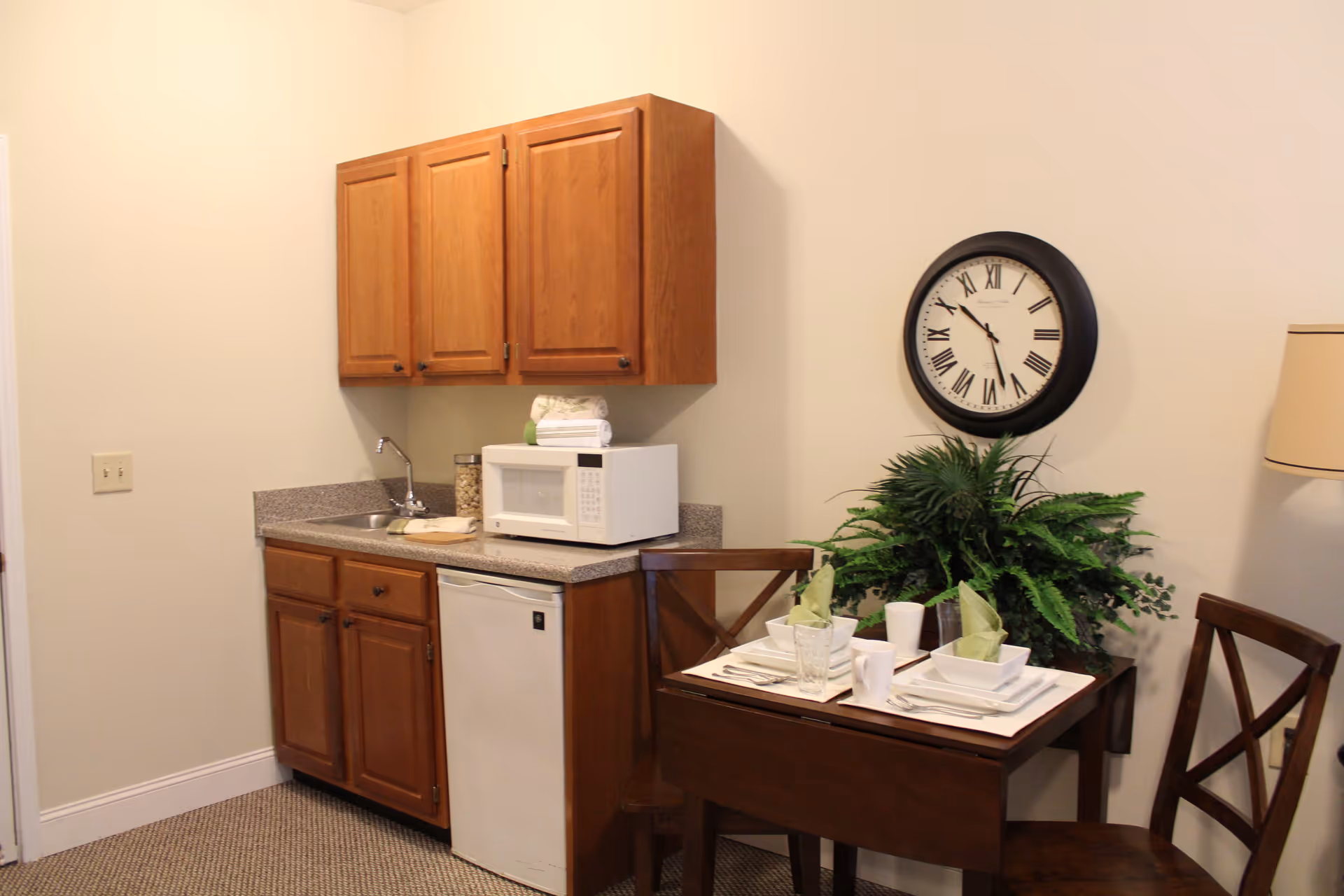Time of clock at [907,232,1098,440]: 10:27
